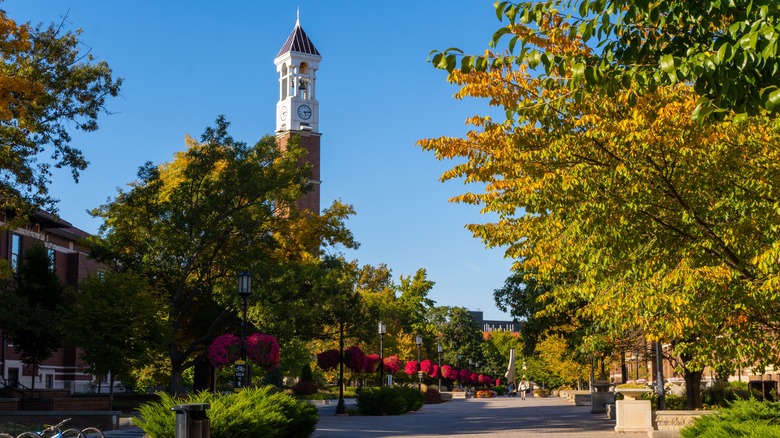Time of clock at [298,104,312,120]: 5:13
